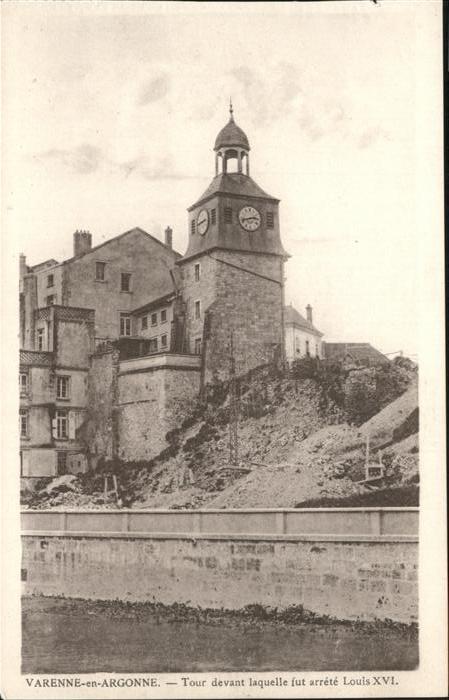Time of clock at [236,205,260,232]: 2:42
